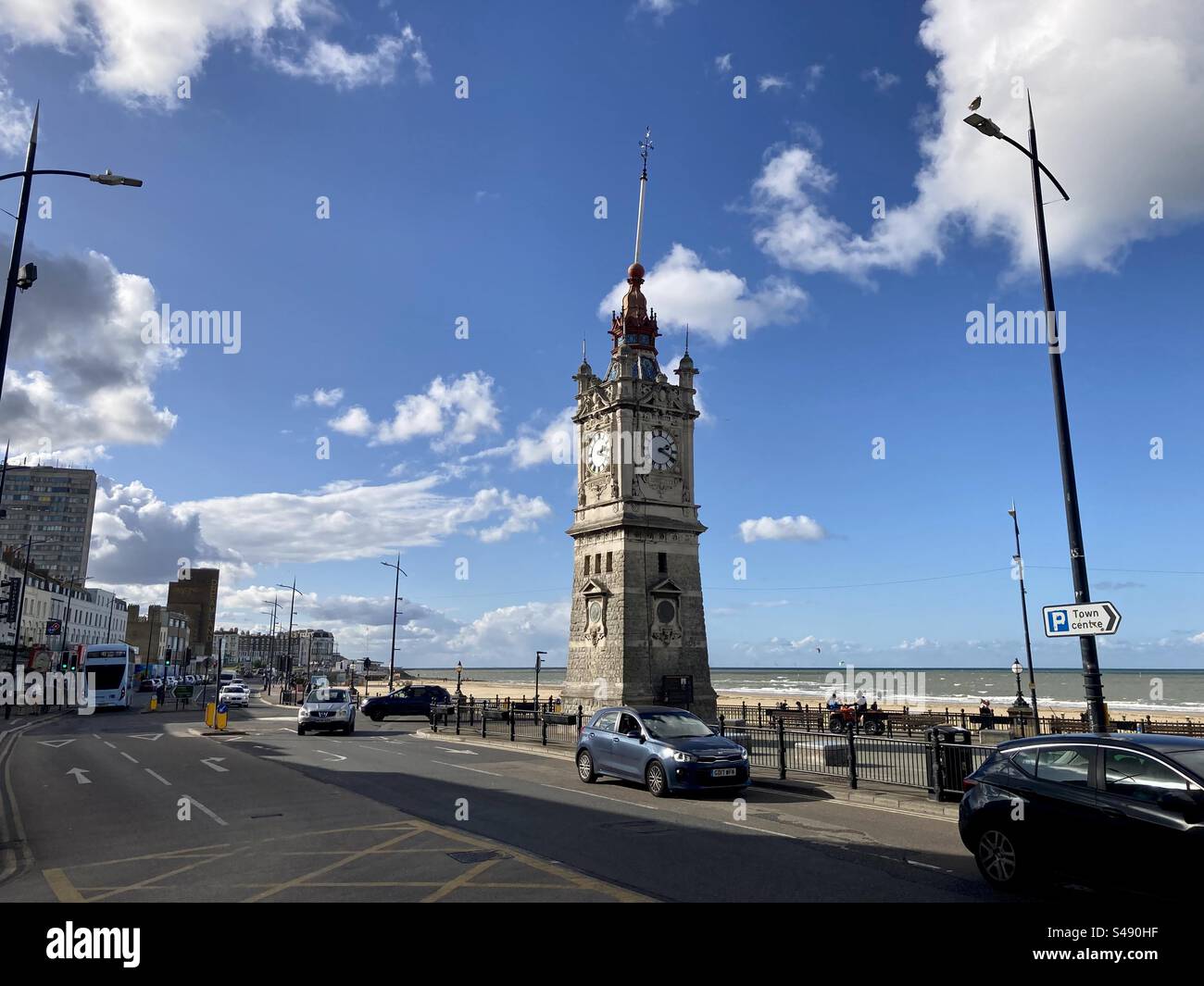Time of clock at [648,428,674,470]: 2:18
